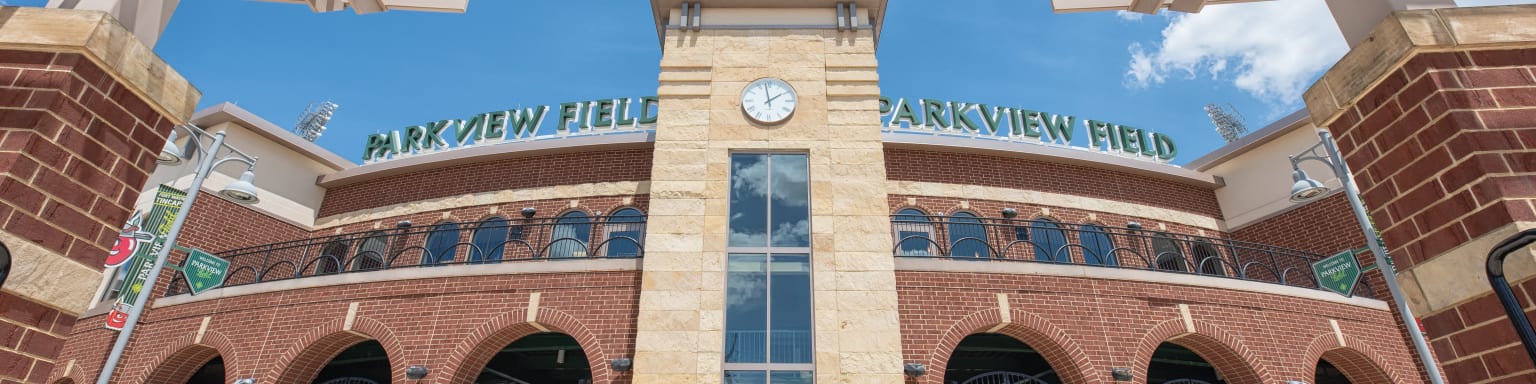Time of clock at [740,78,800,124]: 1:58
